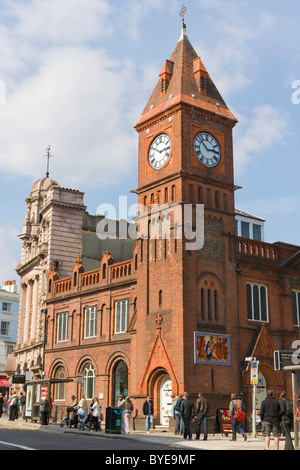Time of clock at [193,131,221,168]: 2:52
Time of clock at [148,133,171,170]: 2:50
